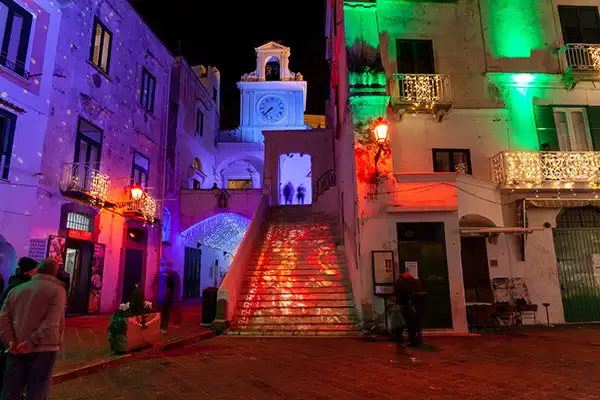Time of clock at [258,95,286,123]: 7:37
